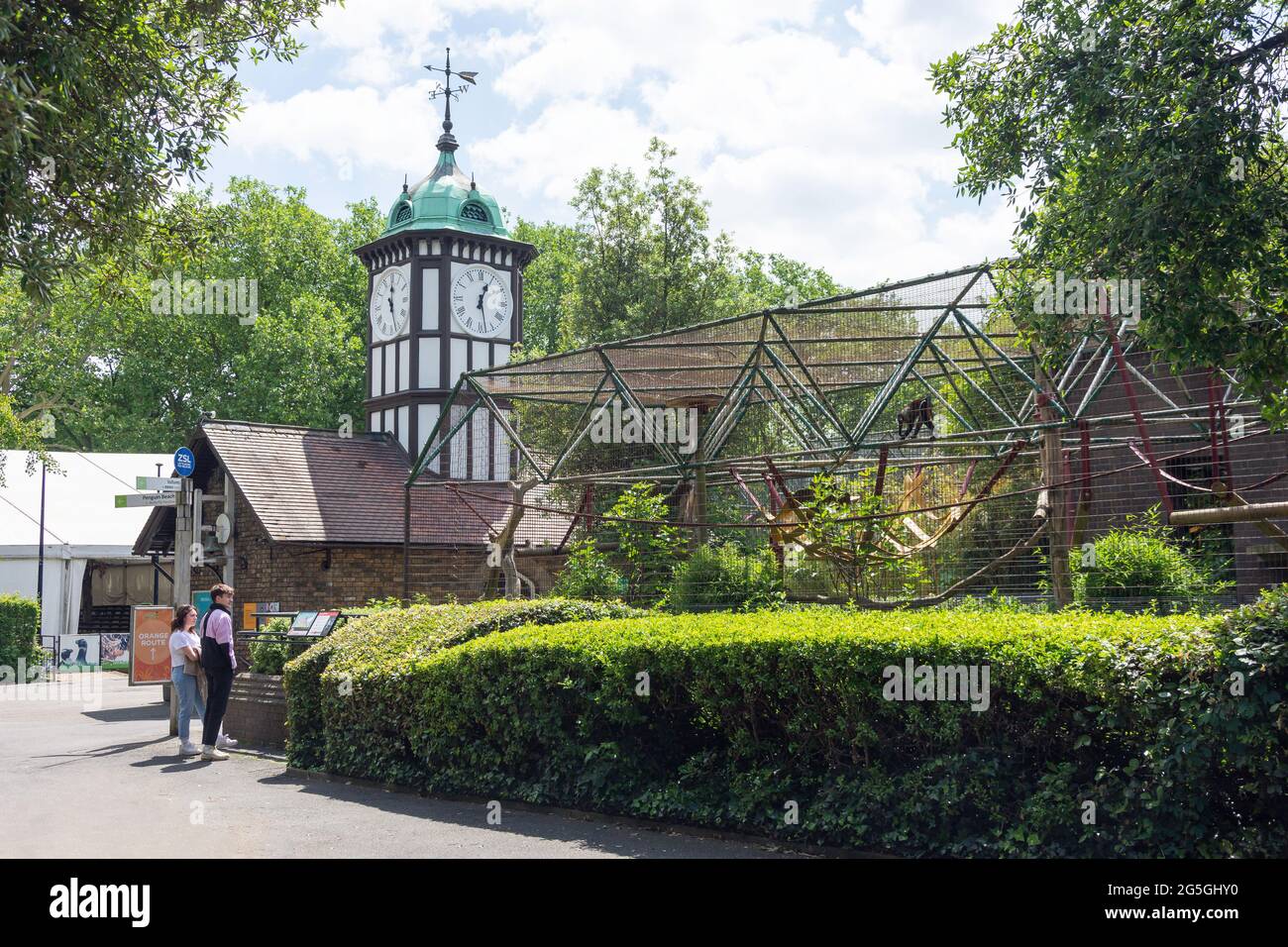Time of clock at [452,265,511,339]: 12:28
